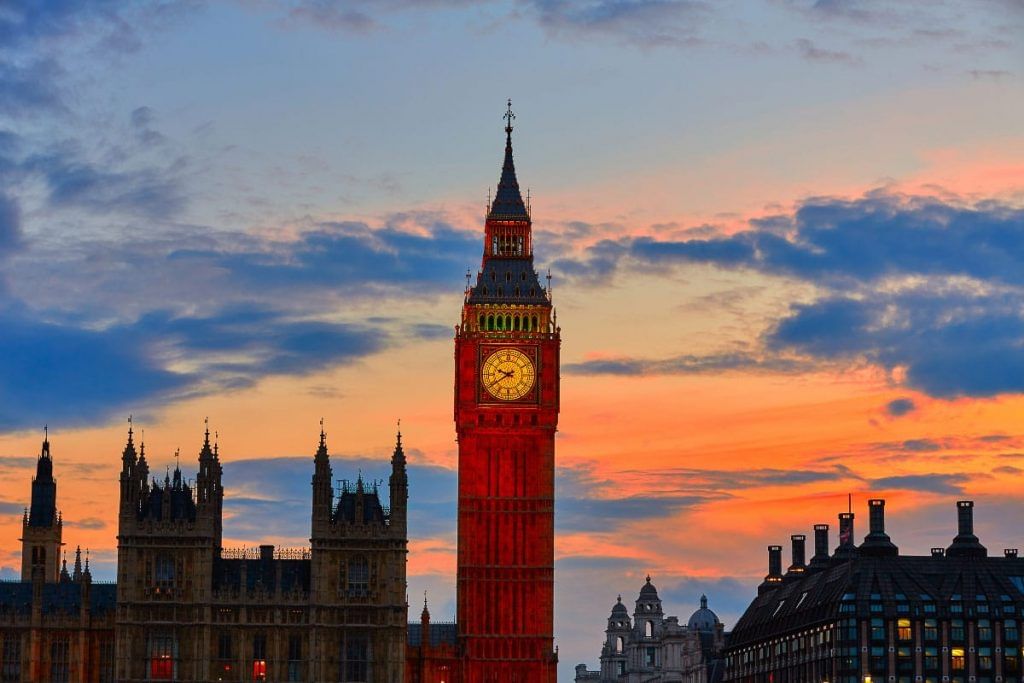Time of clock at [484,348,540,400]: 9:39
